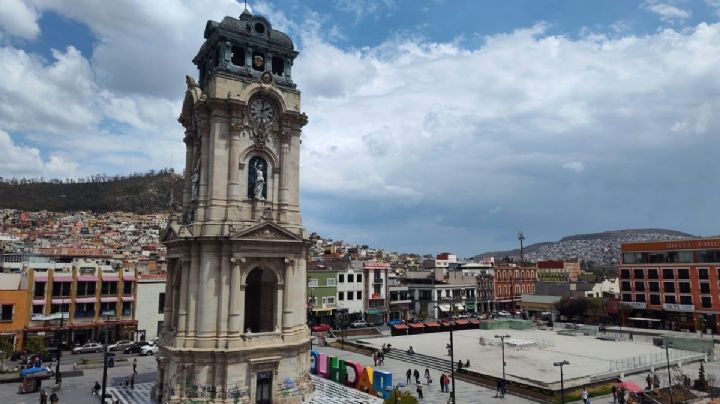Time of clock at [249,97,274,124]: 2:01
